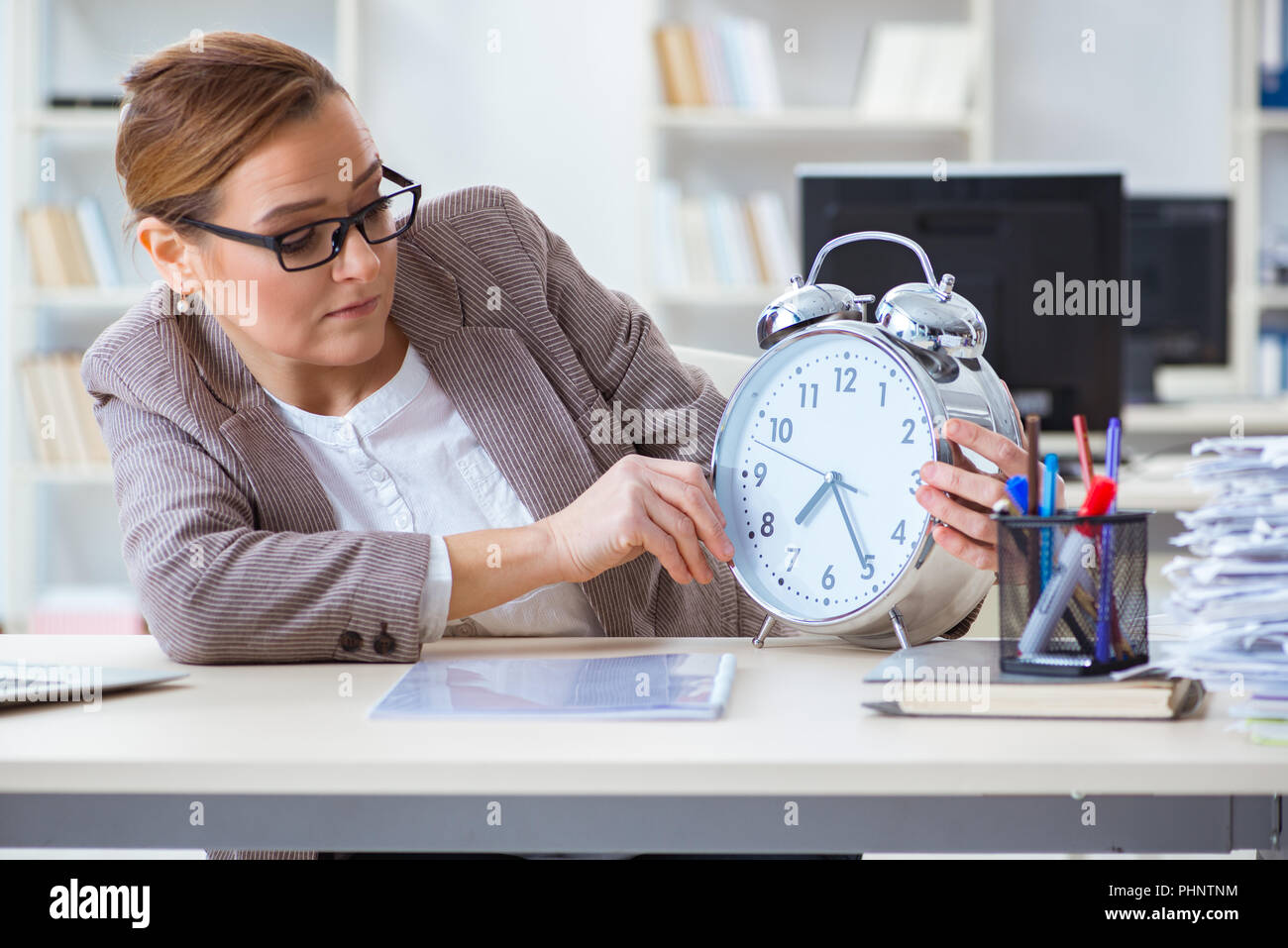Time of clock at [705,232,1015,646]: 7:25
